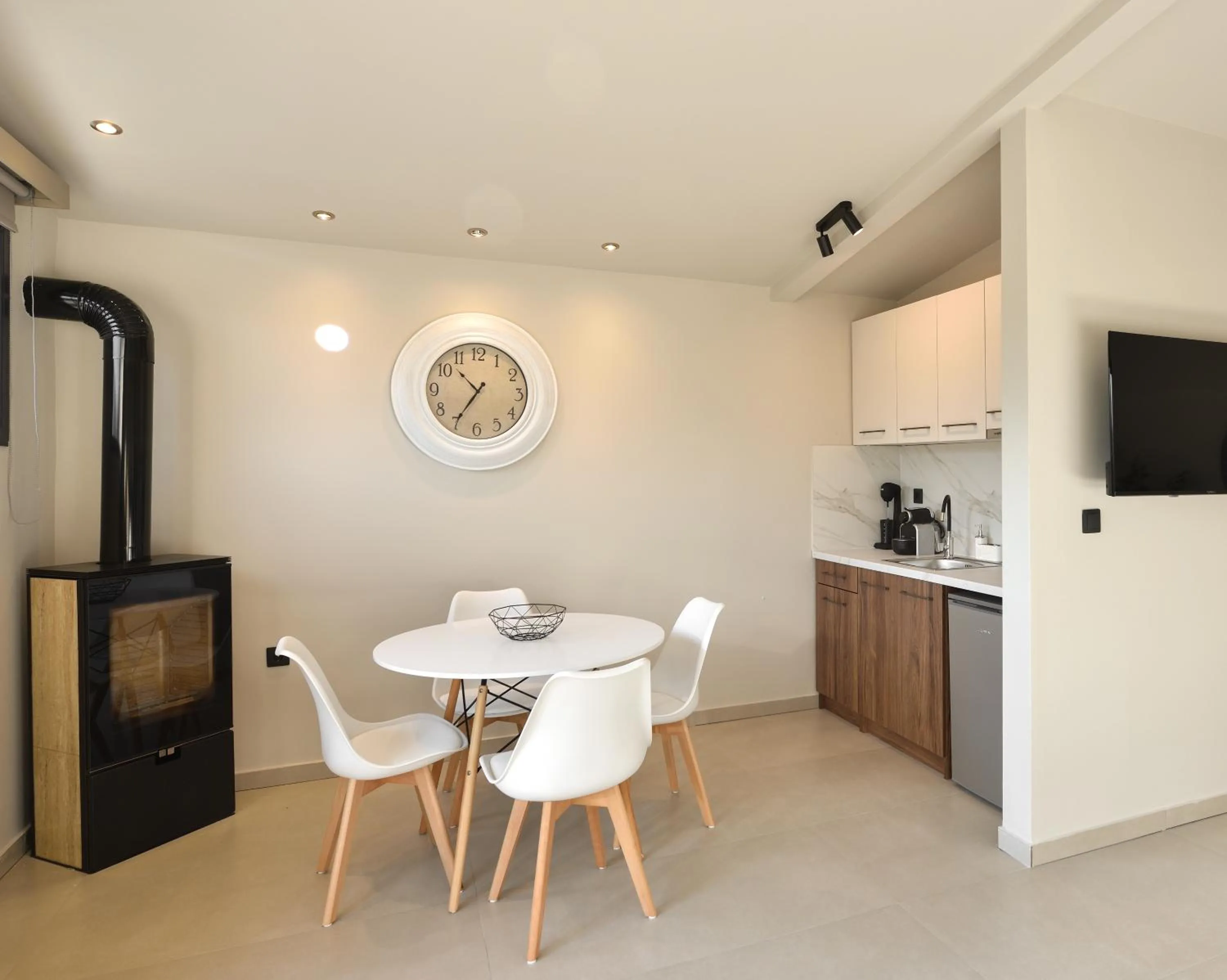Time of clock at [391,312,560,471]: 10:35
